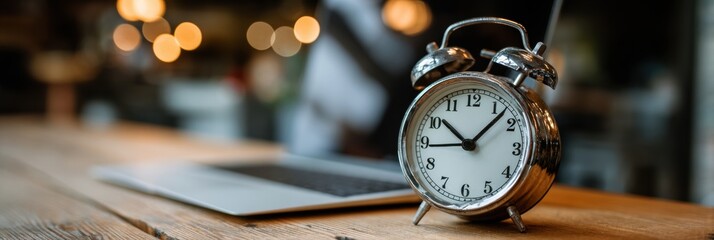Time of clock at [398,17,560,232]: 10:07
